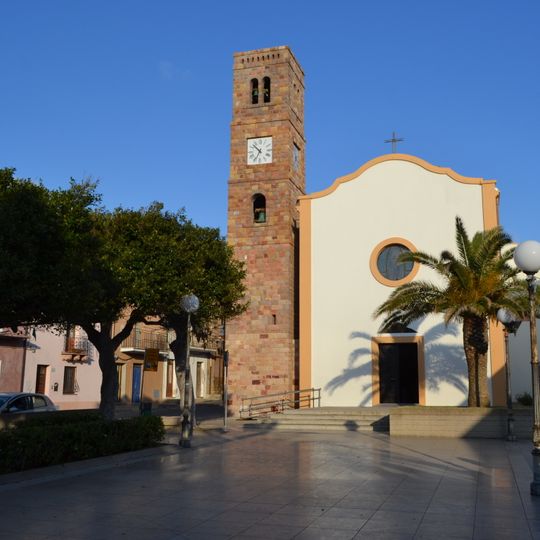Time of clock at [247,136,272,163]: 10:34
